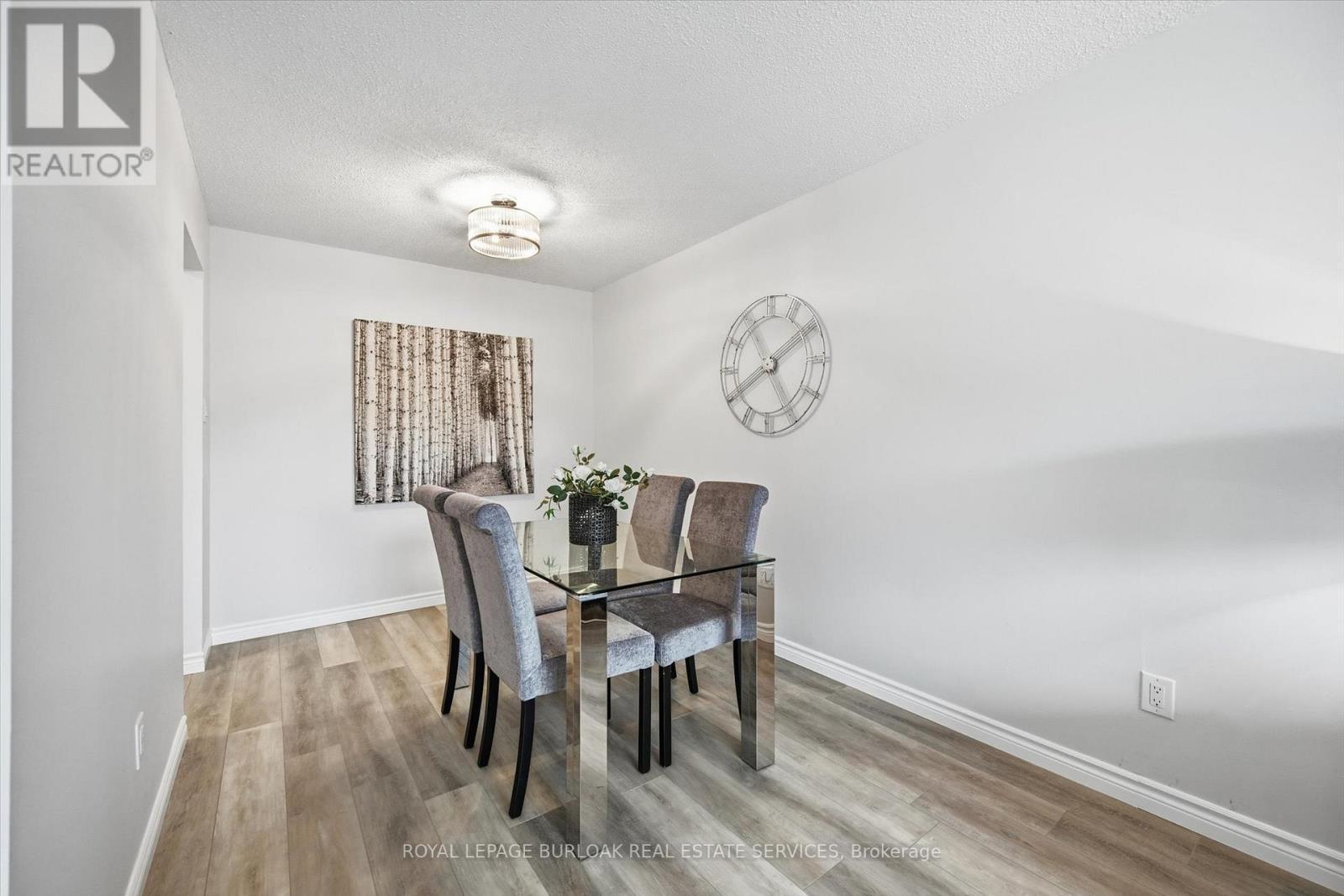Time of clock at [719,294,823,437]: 8:09
